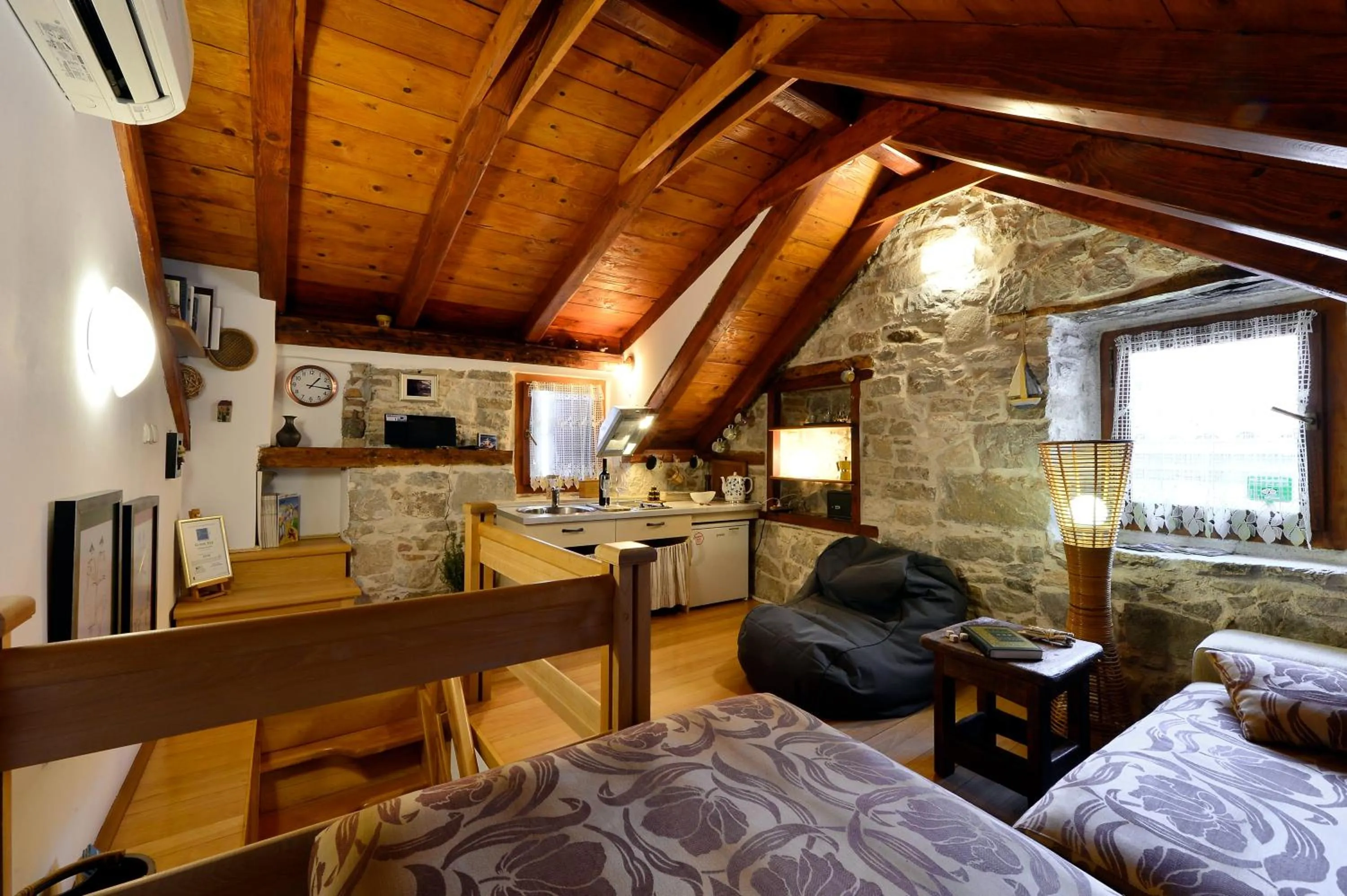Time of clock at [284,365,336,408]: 1:16
